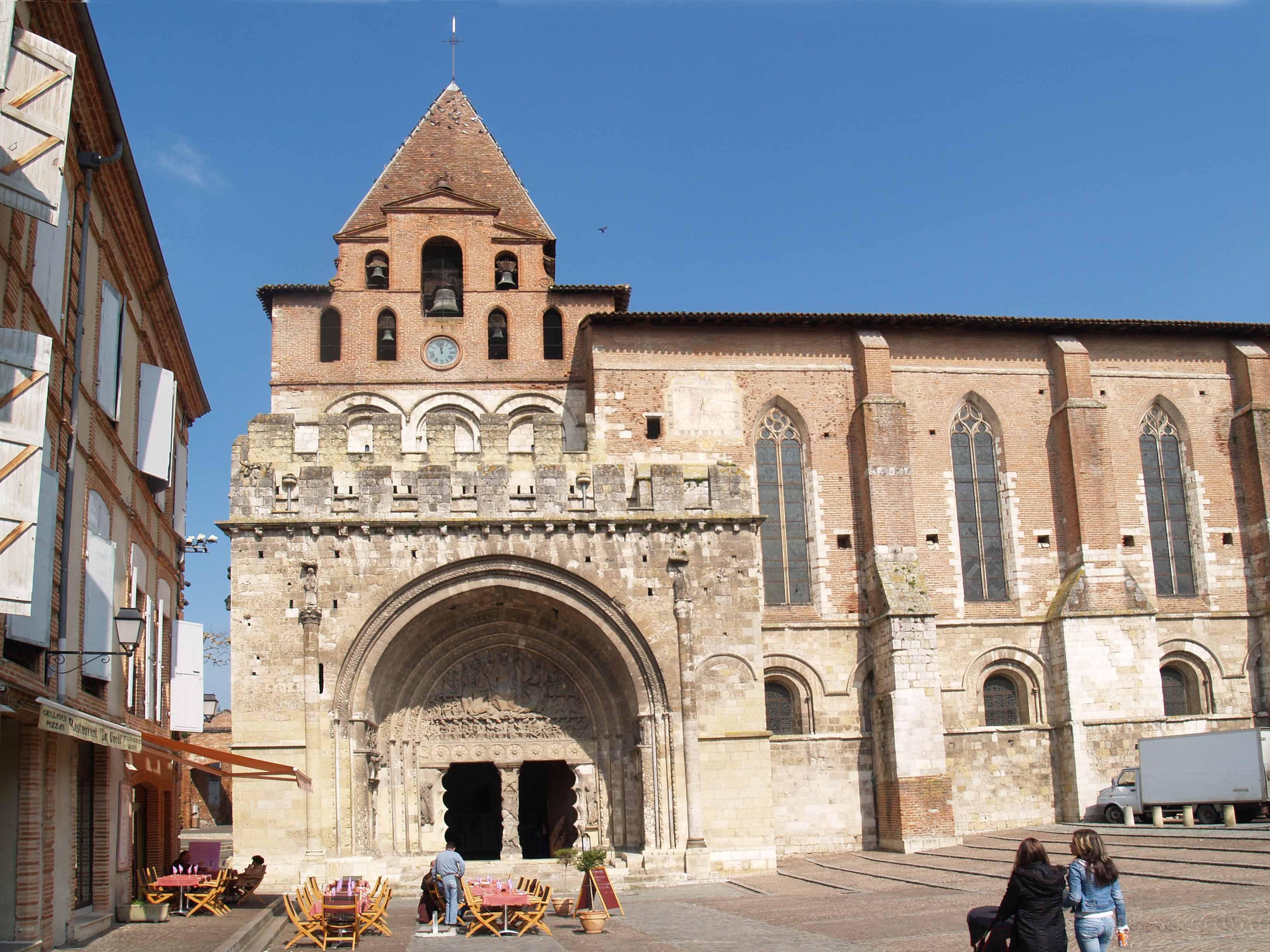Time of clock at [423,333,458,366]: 11:57
